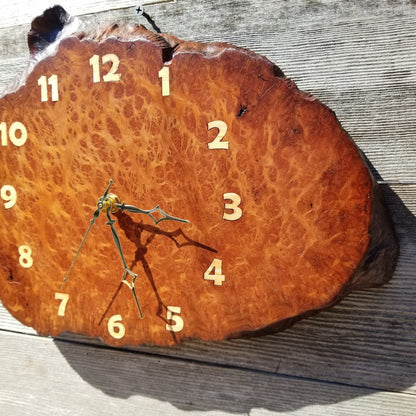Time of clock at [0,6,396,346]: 5:18
